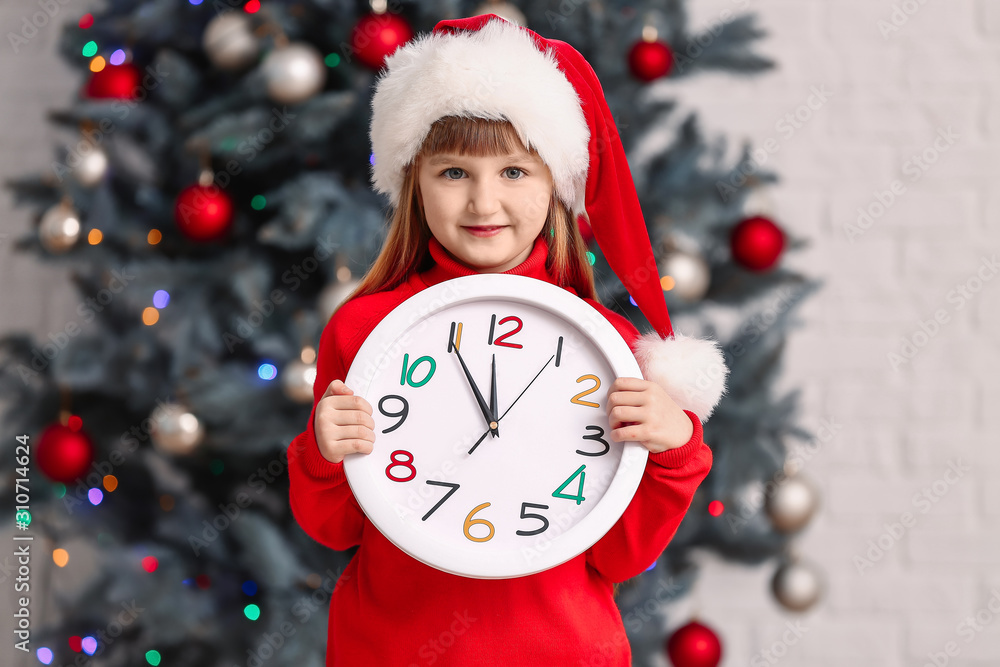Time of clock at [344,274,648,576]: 11:54
